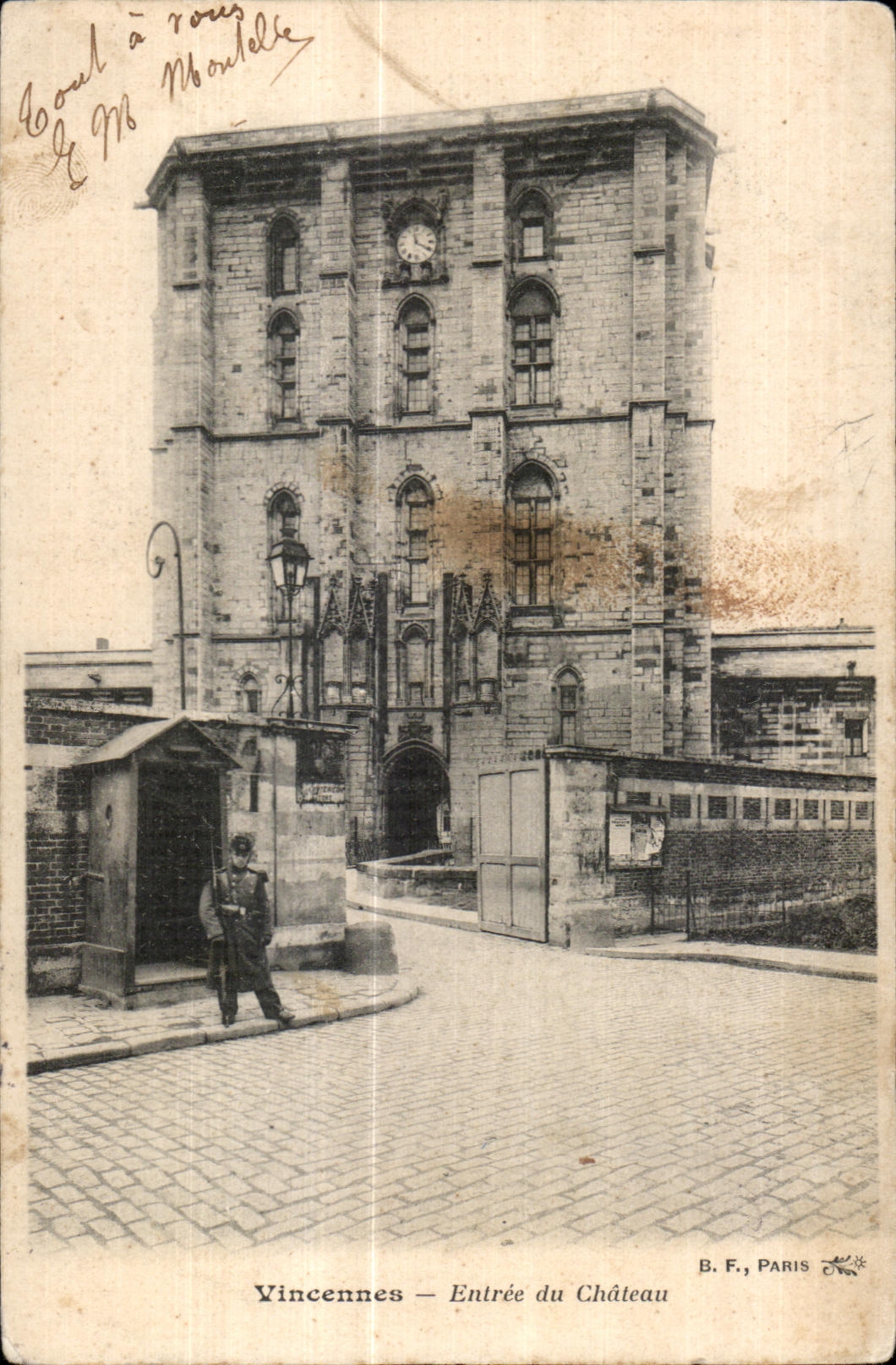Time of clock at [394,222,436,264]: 11:19
